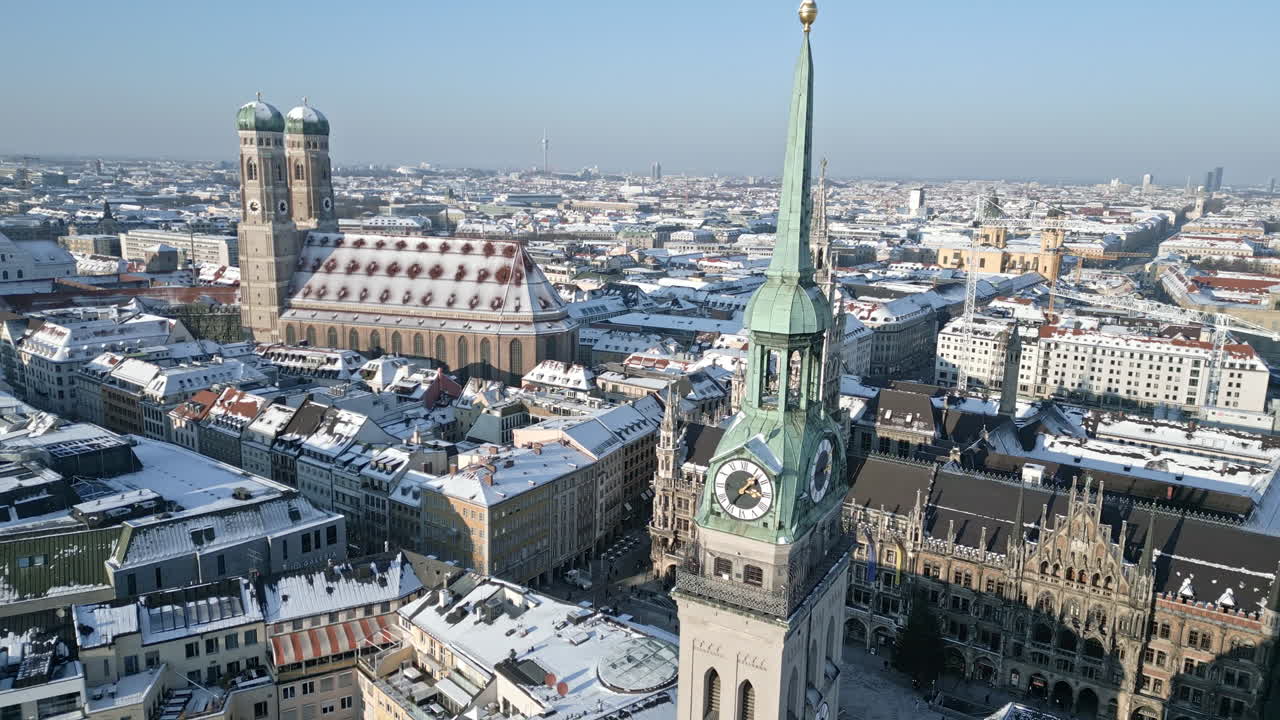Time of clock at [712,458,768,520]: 1:36
